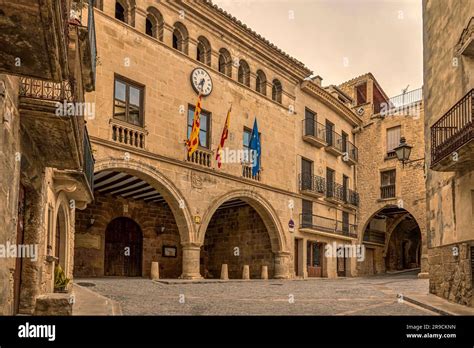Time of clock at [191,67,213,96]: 7:32
